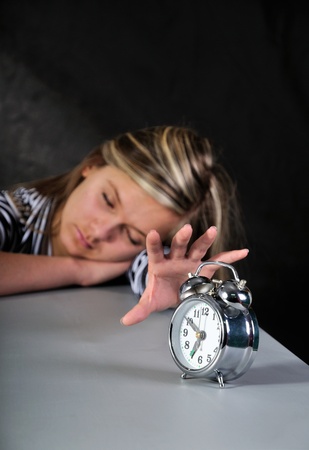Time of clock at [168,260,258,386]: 6:50
